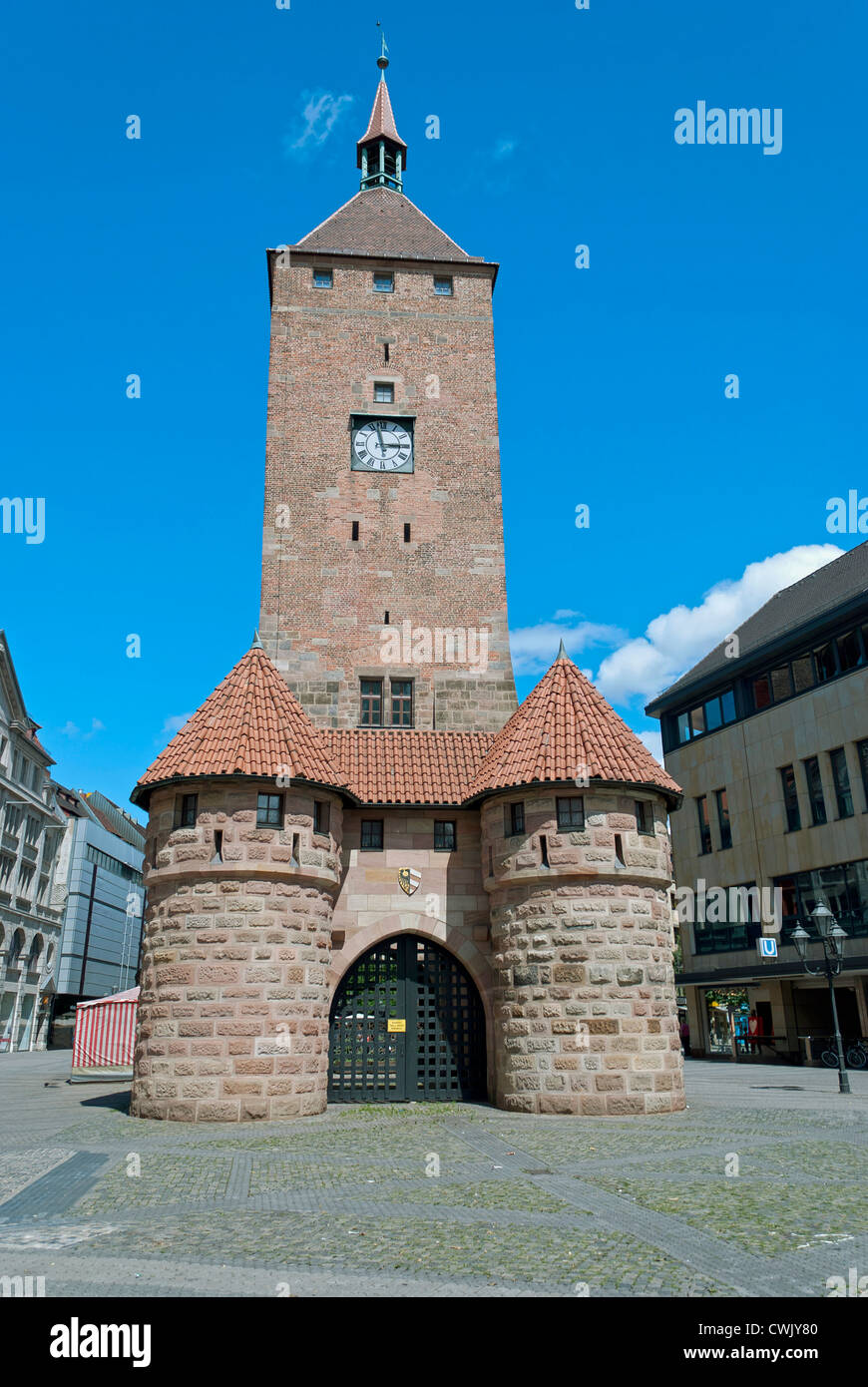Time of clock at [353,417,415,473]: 2:57
